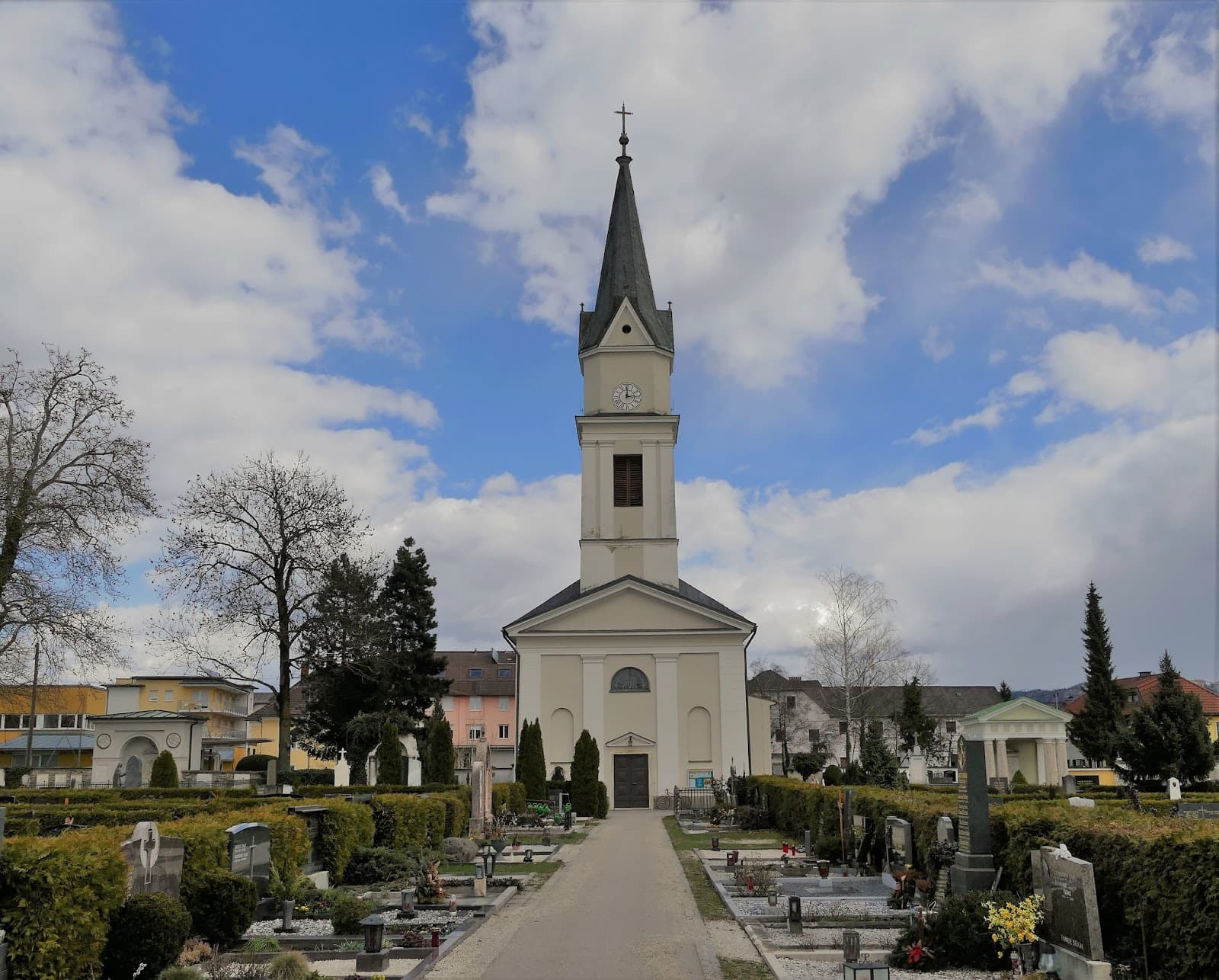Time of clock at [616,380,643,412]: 3:00
